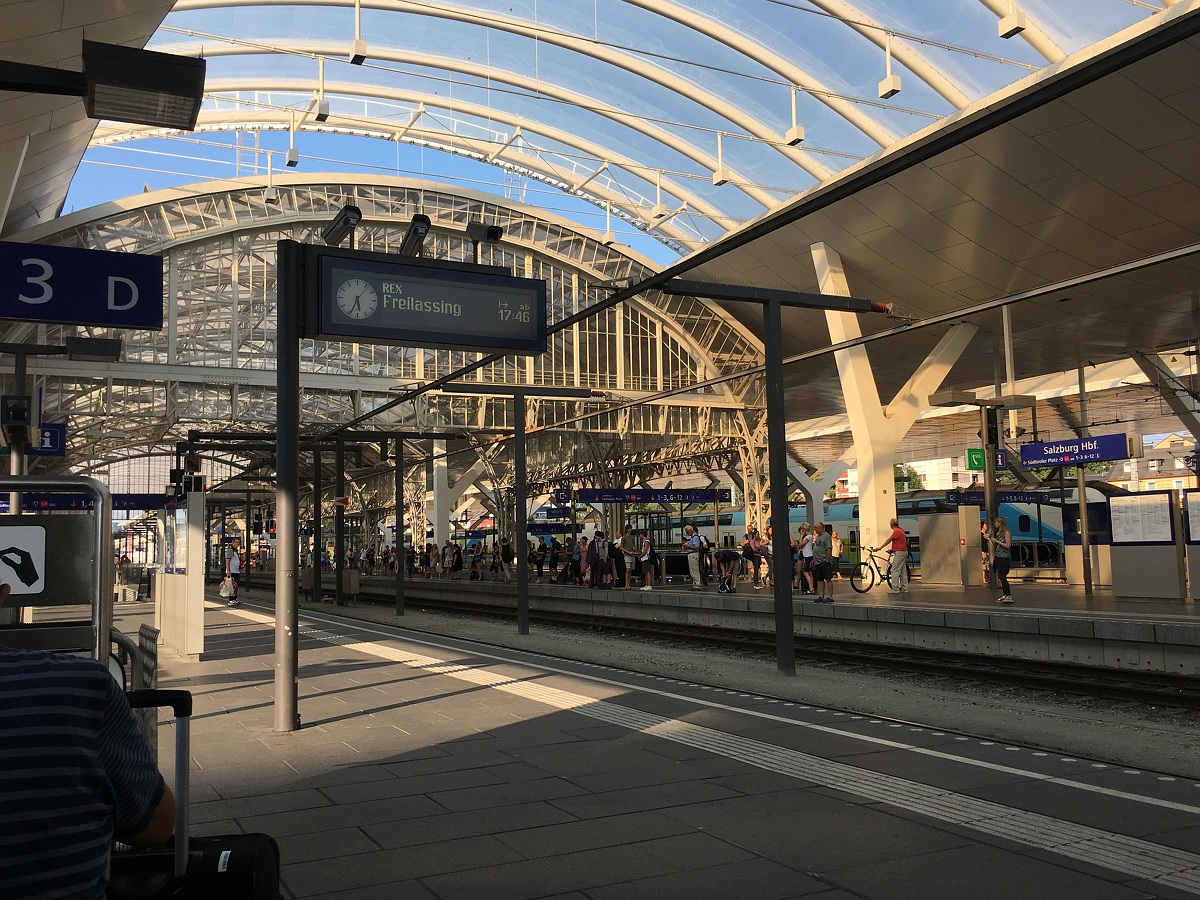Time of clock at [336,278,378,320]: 5:34
